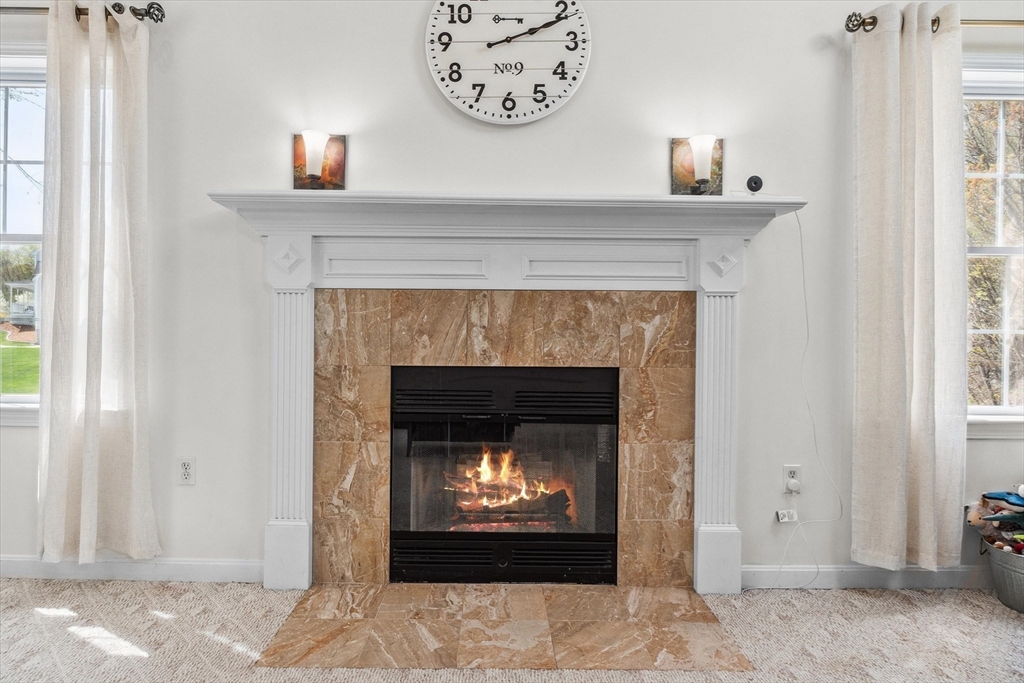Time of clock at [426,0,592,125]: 2:11
